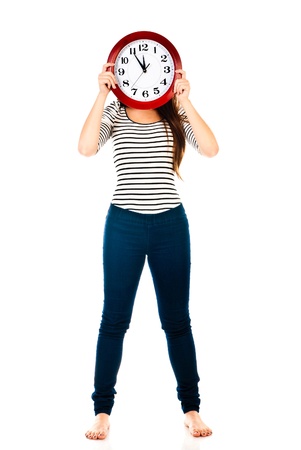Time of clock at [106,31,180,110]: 11:54
